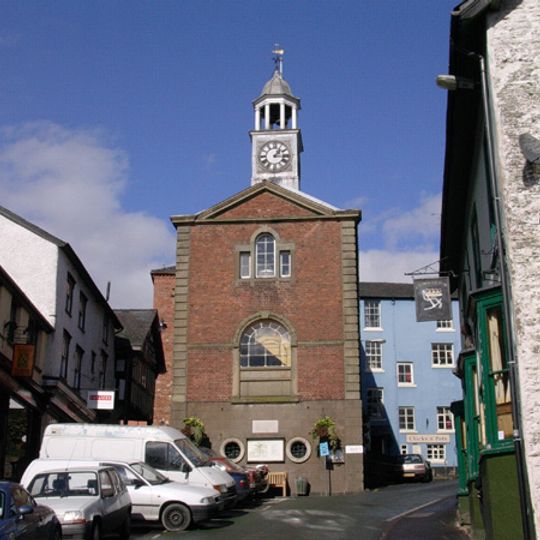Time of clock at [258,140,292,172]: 1:16
